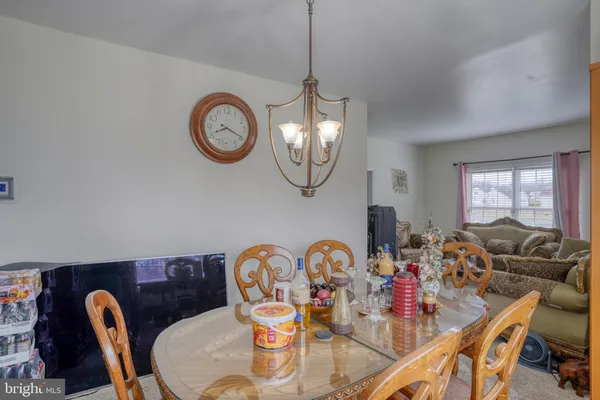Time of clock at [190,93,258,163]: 8:19
